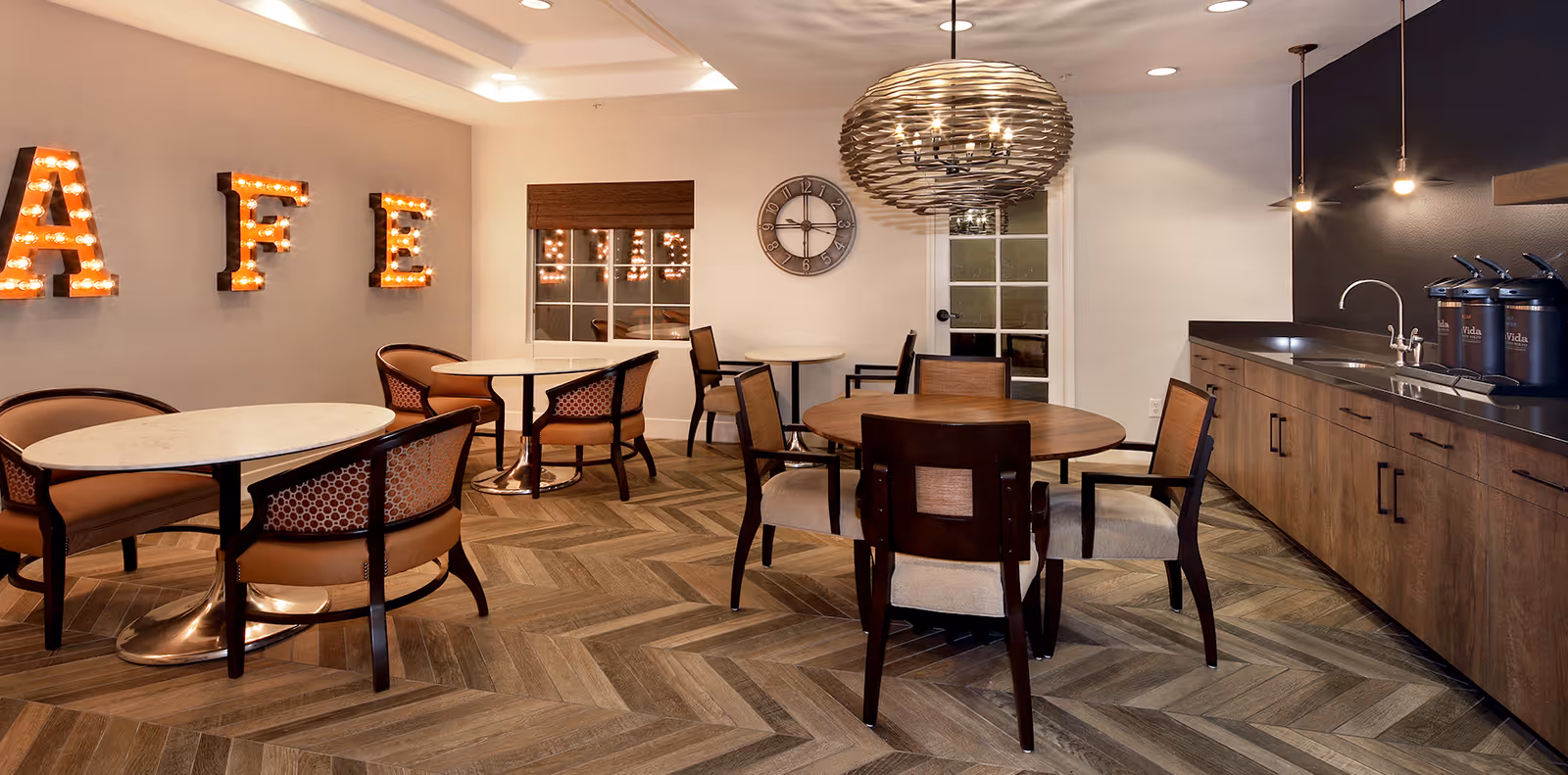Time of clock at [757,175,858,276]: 9:15
